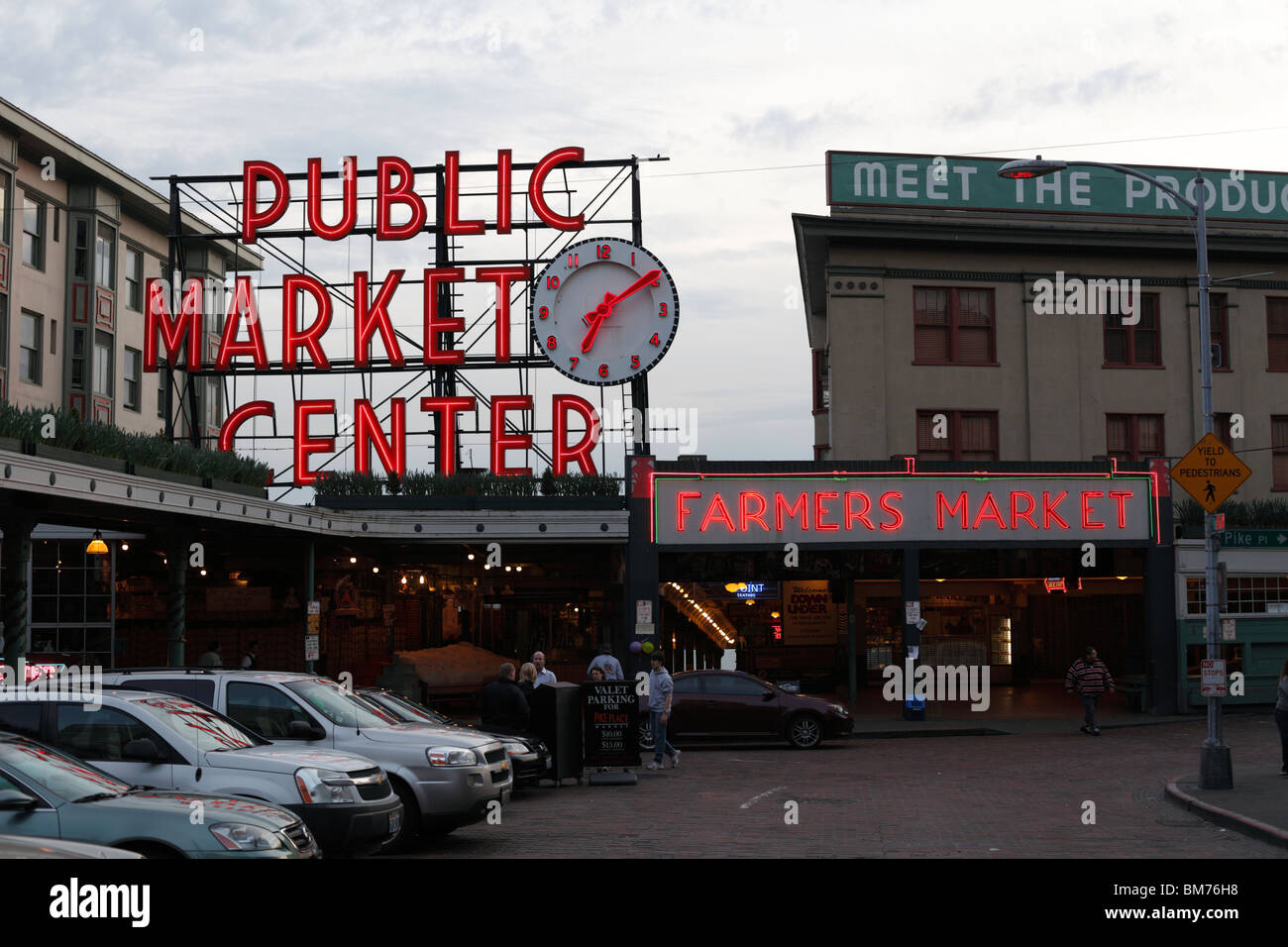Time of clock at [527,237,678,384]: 7:09
